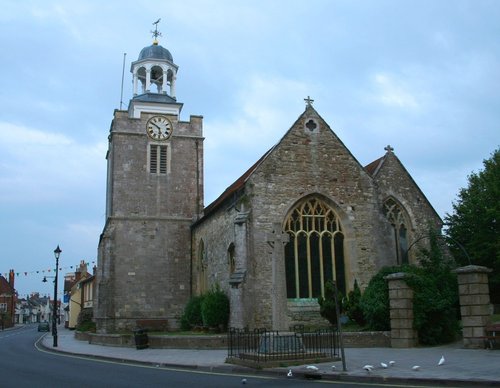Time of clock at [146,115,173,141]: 5:50
